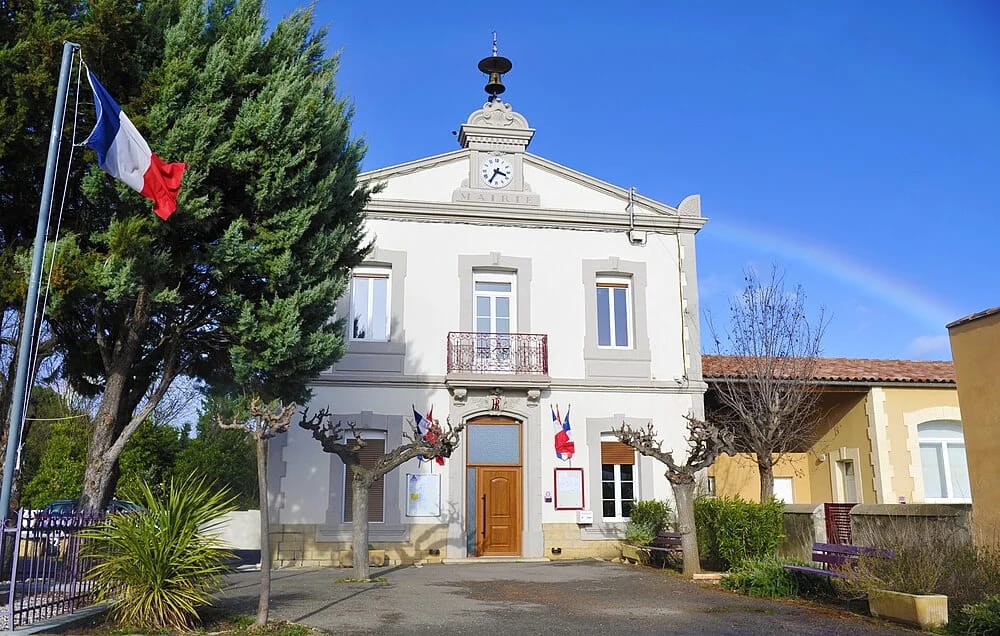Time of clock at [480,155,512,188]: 3:35
